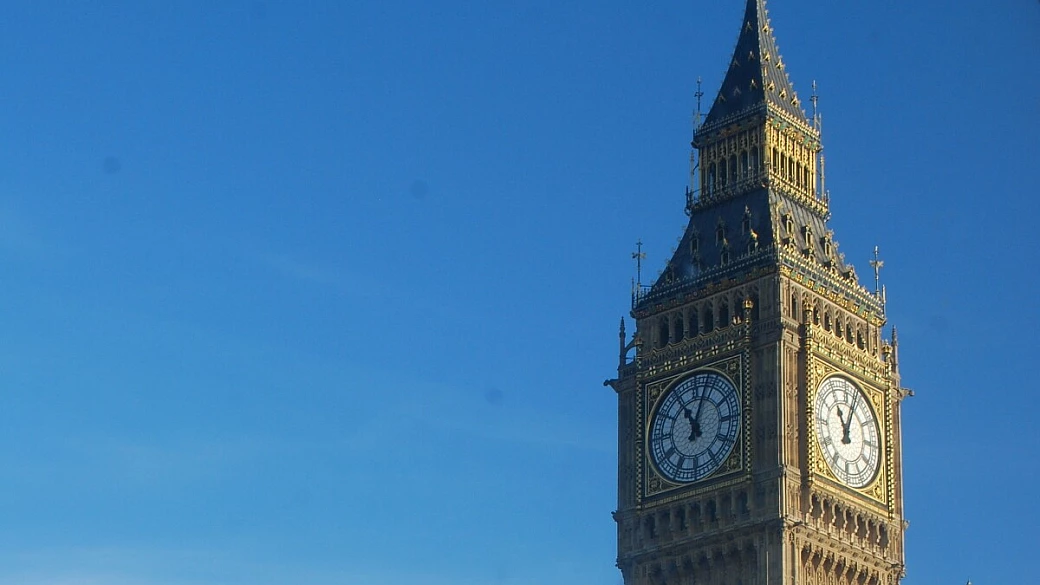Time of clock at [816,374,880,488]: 11:03
